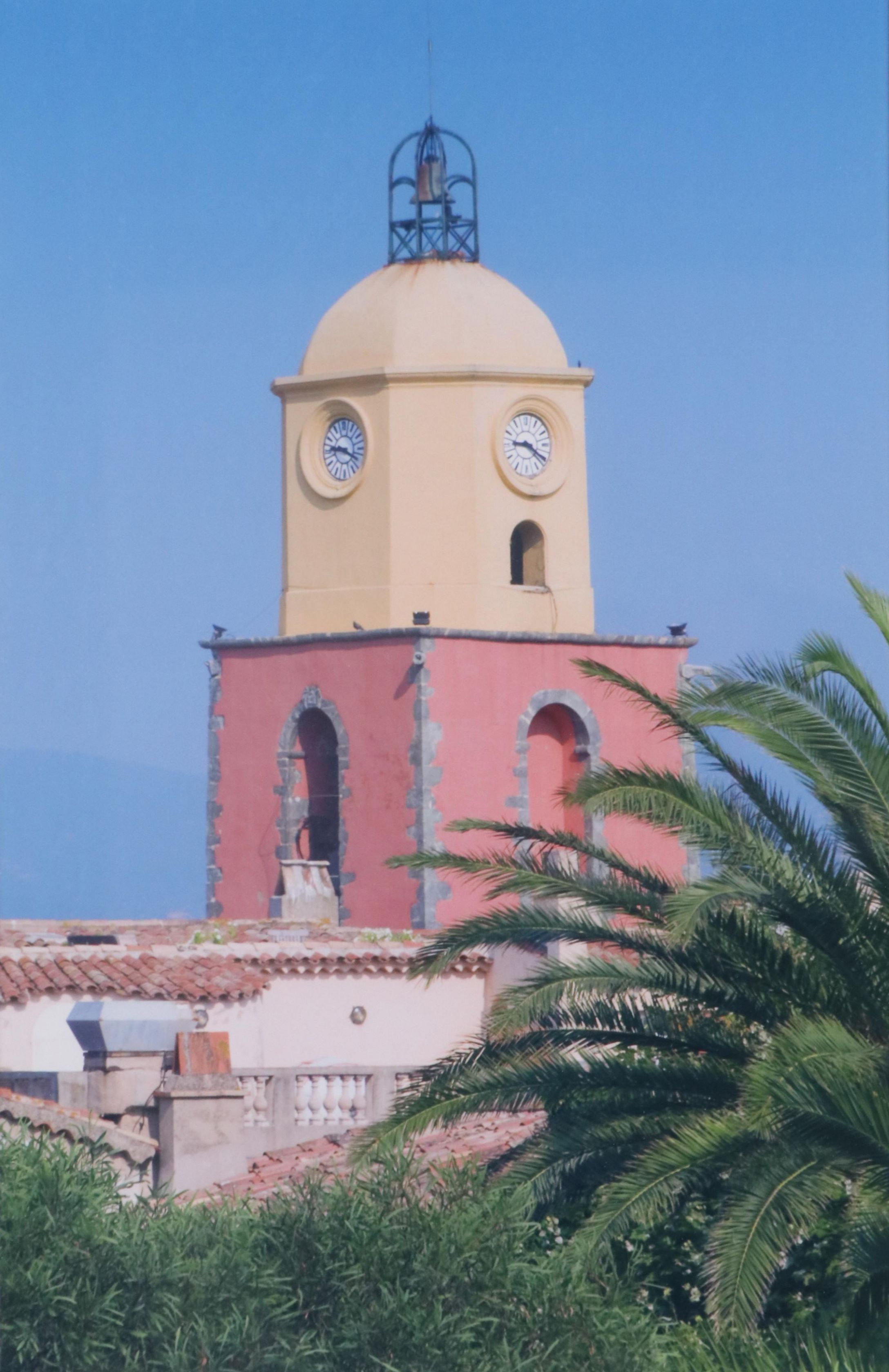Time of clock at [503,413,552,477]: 9:20
